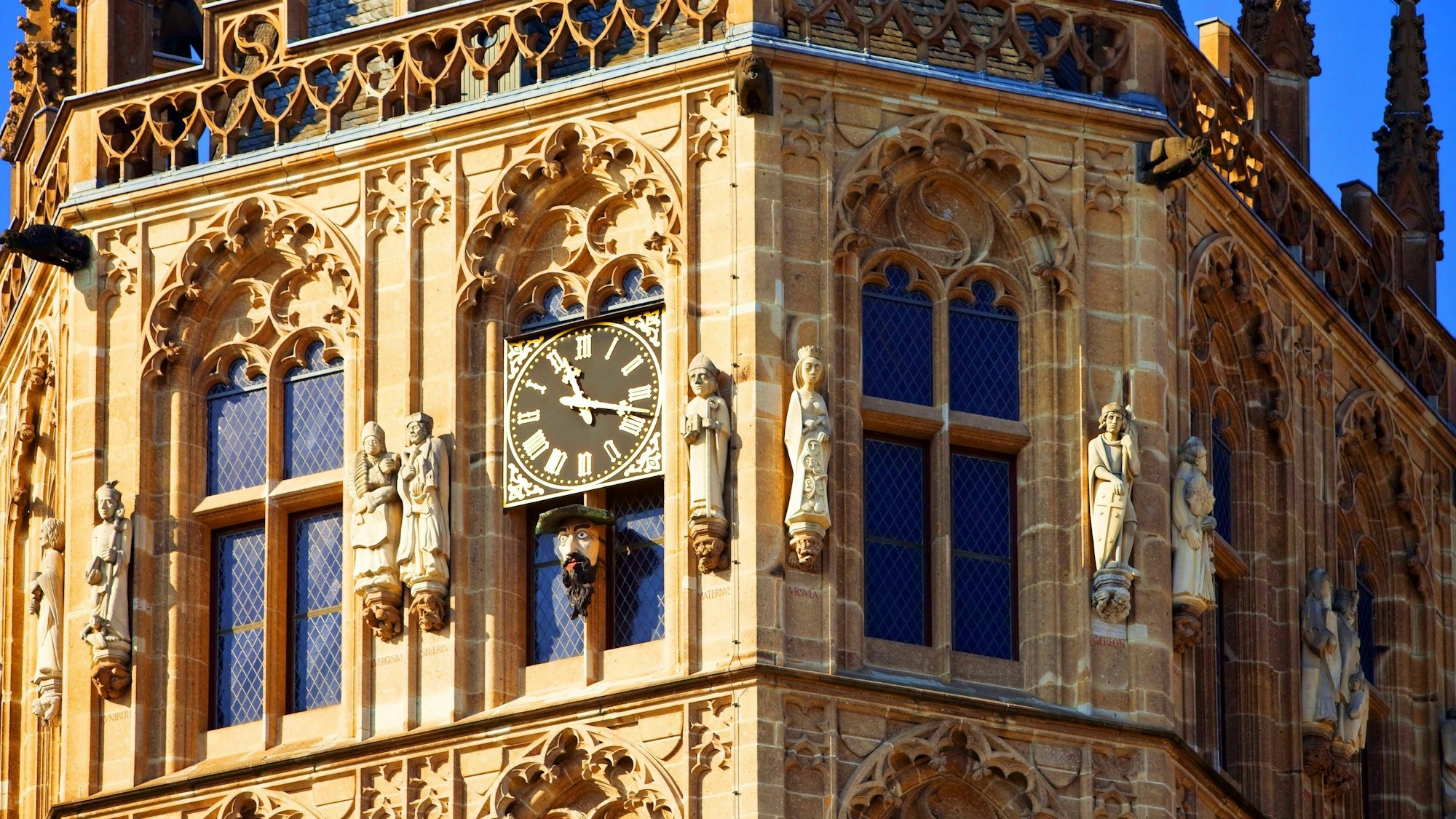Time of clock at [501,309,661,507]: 11:17
